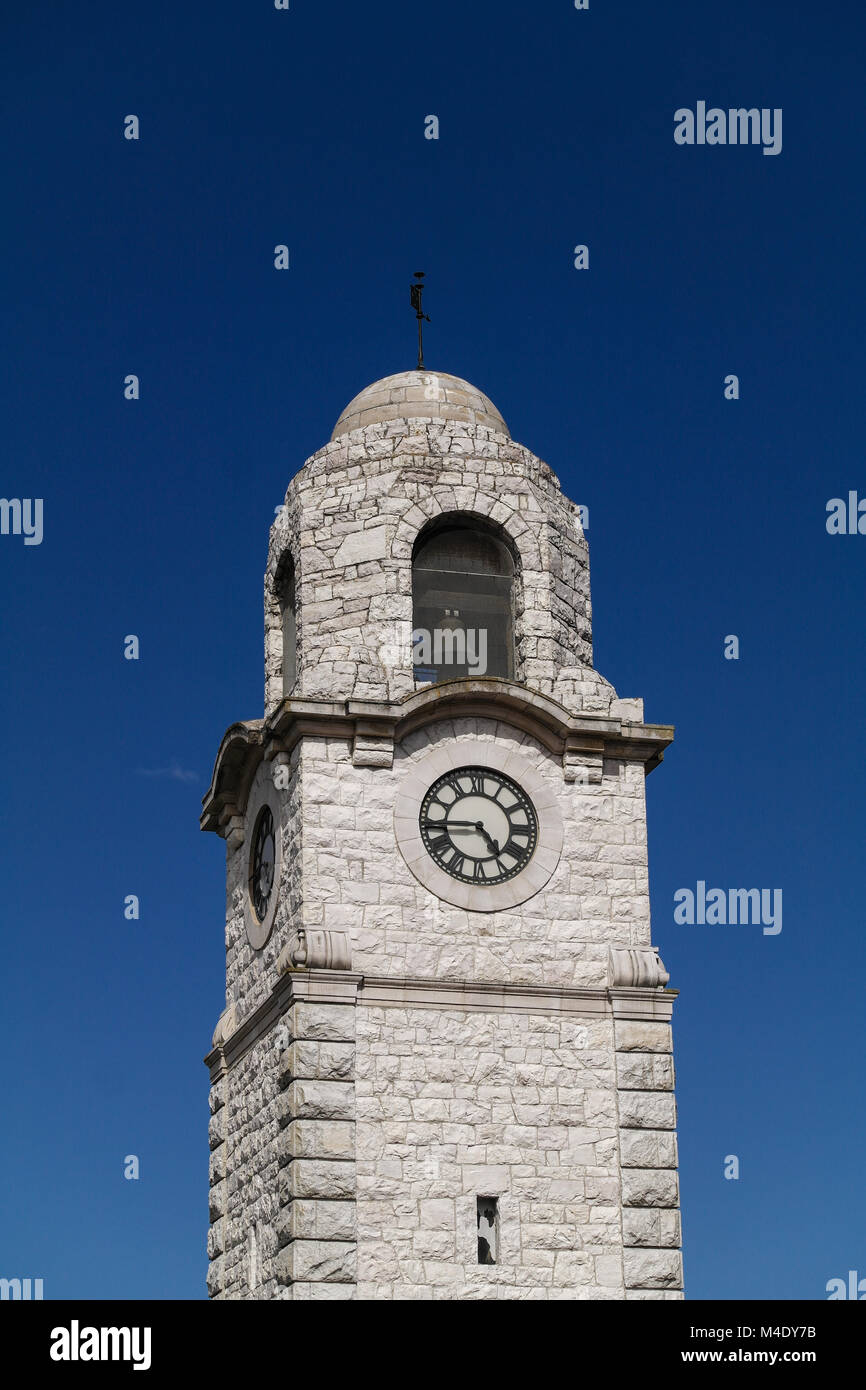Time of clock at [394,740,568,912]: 4:44
